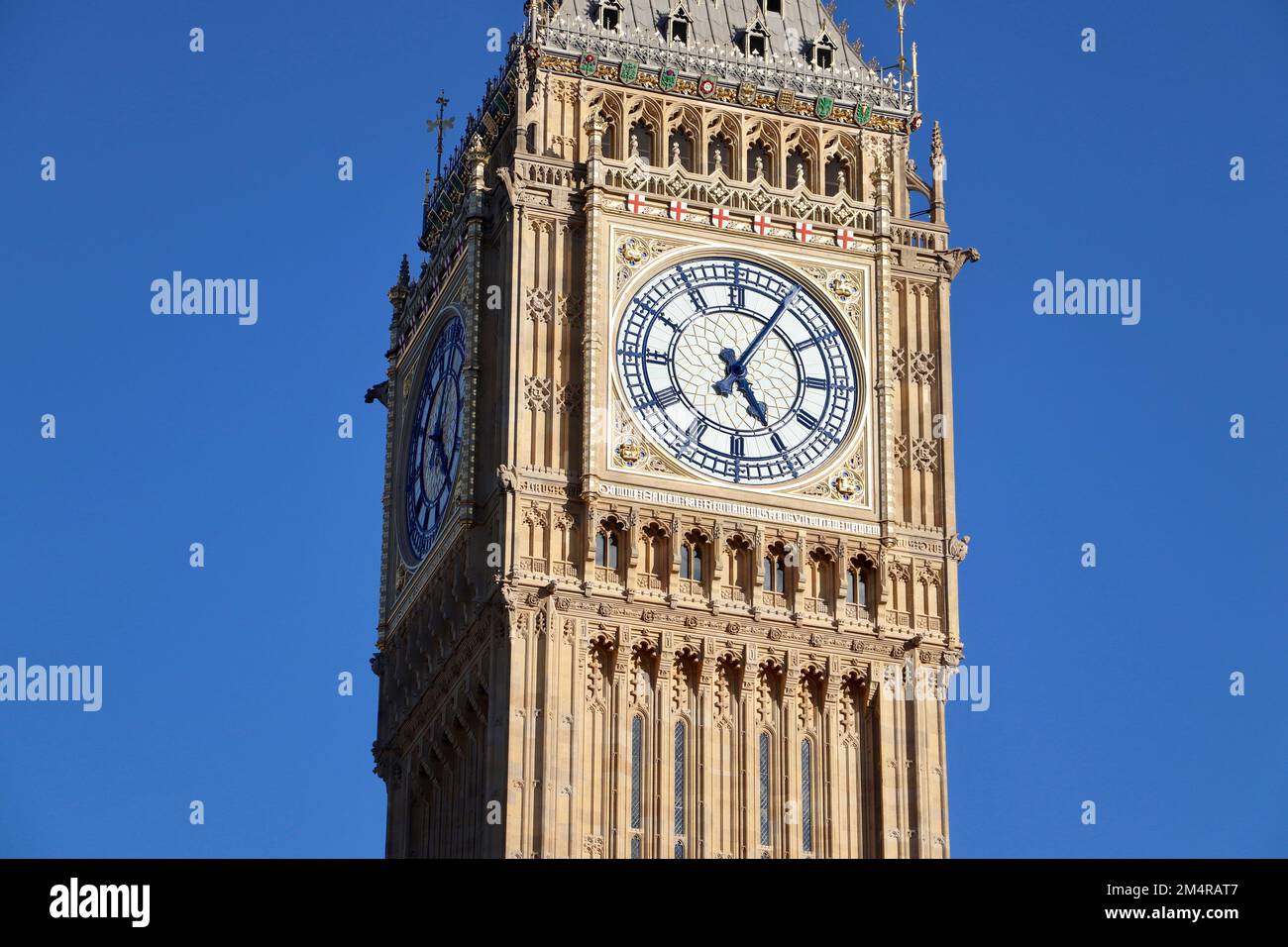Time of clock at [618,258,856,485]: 5:05
